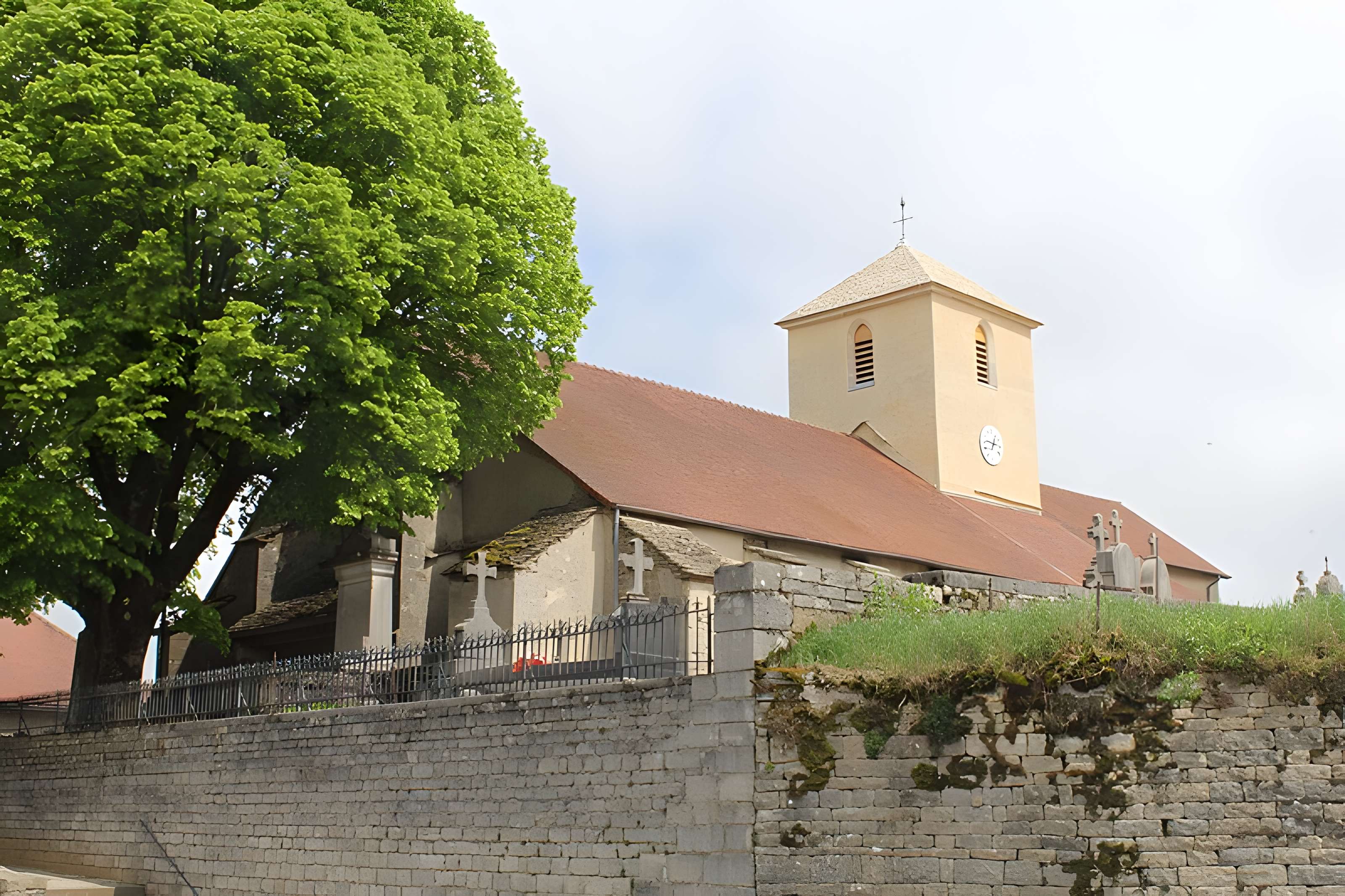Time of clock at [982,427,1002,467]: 12:46
